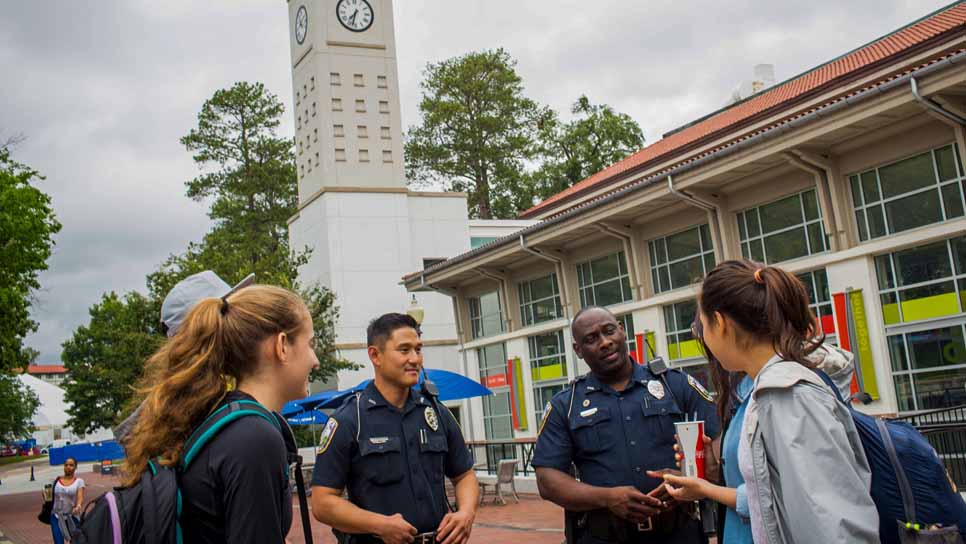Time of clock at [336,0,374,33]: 7:32
